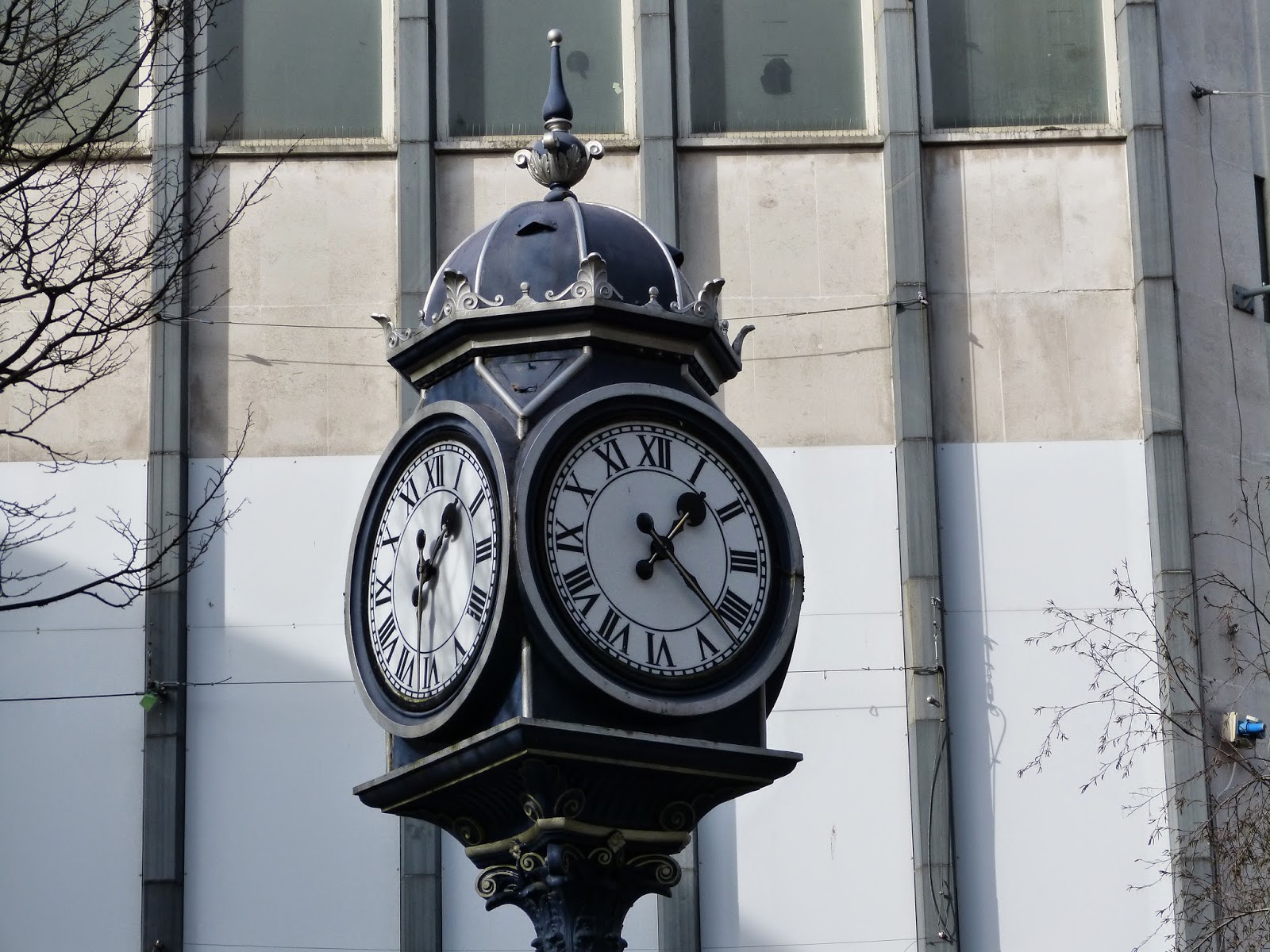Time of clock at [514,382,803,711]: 1:22
